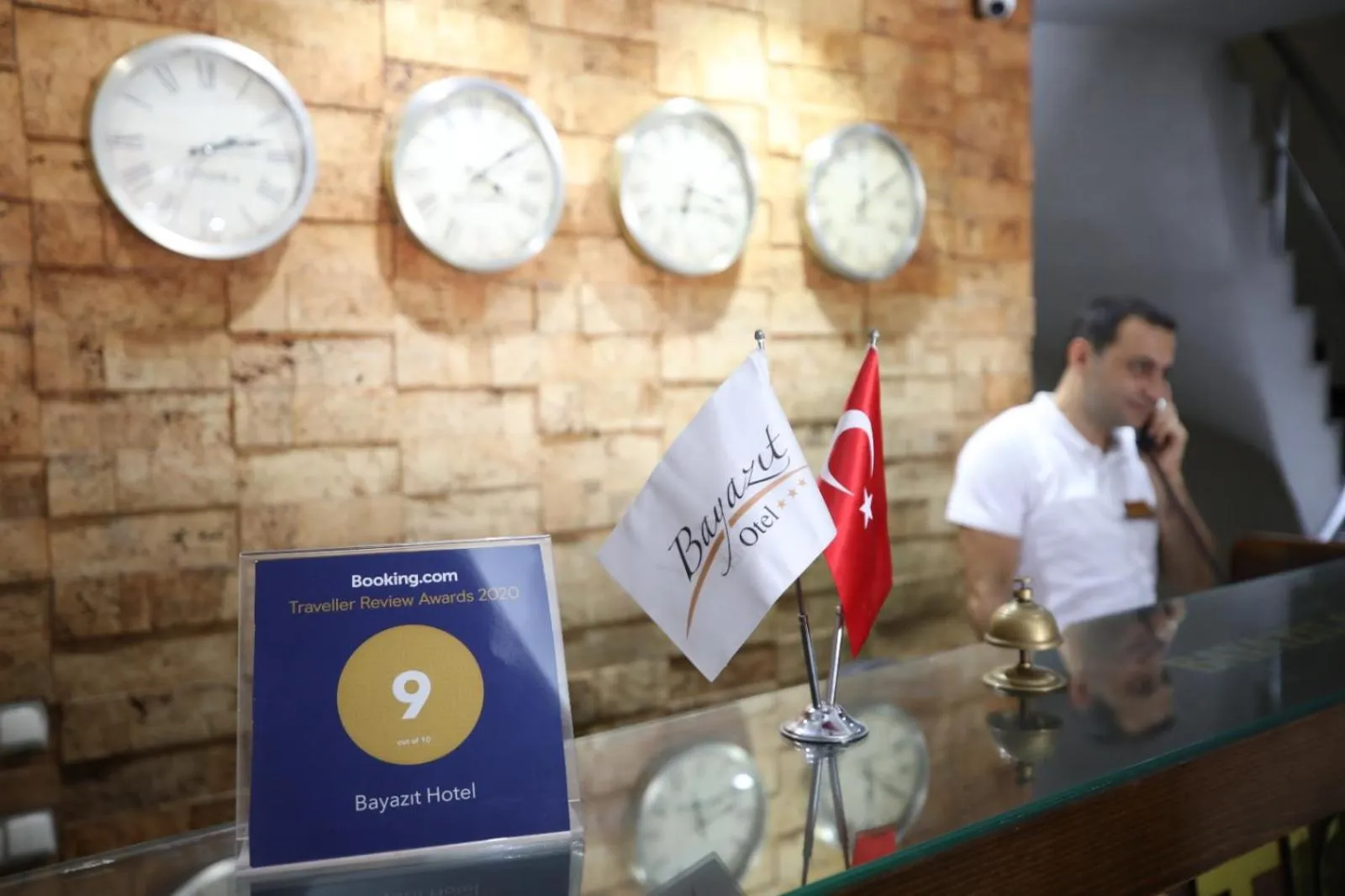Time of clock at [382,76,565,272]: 4:09
